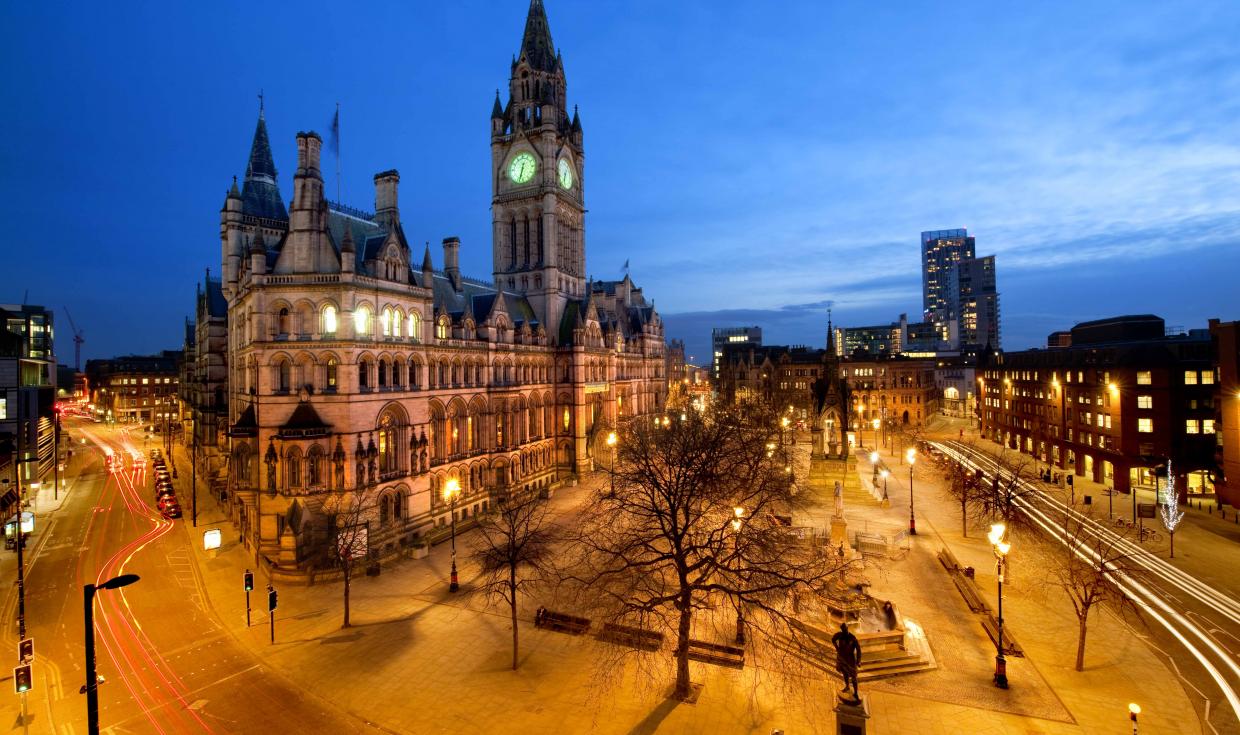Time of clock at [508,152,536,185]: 12:32
